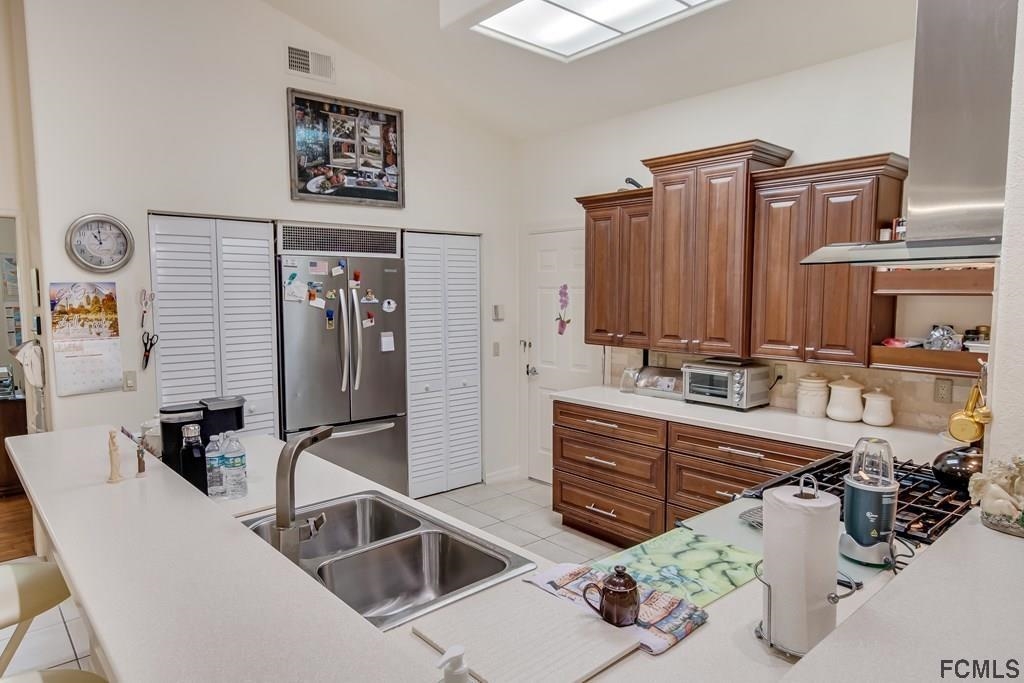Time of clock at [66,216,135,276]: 10:59
